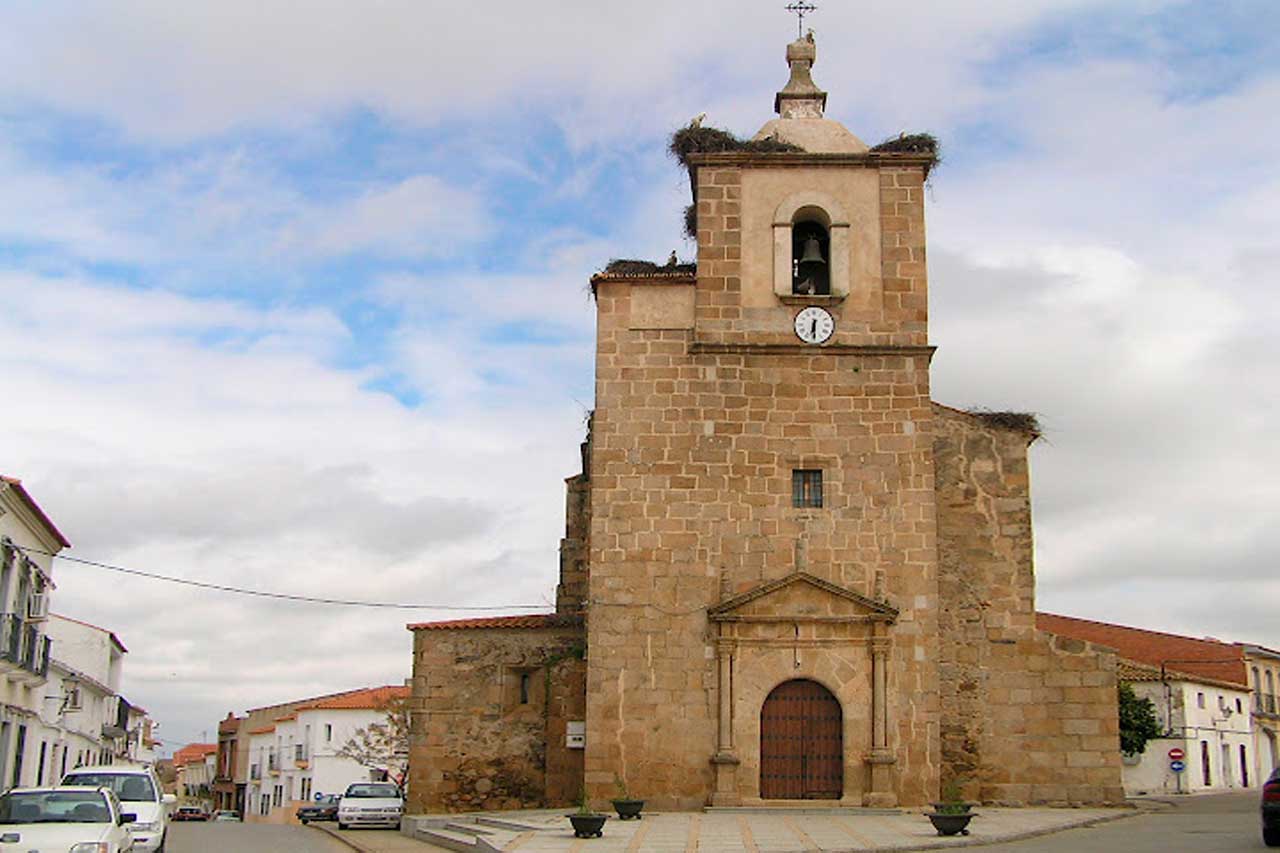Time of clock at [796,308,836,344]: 6:29
